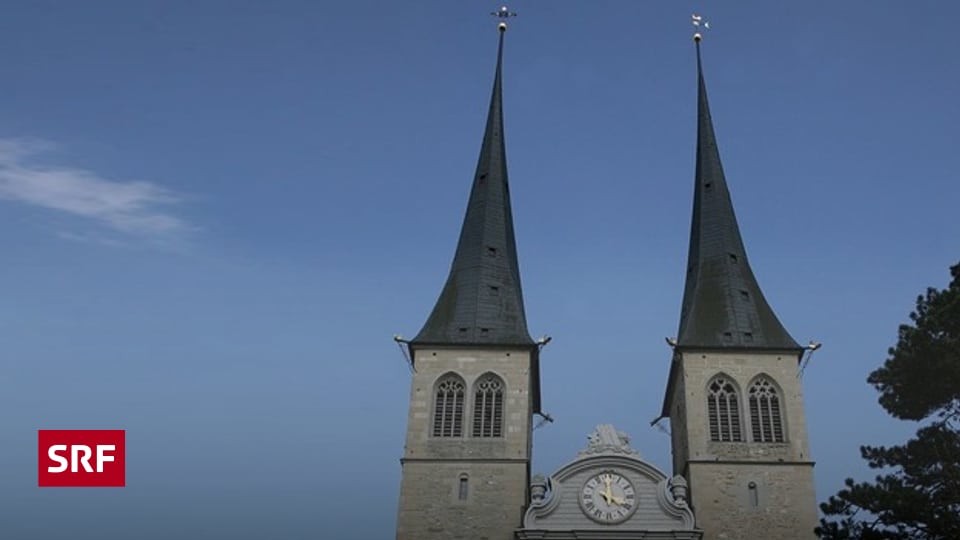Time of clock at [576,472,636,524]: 5:21
